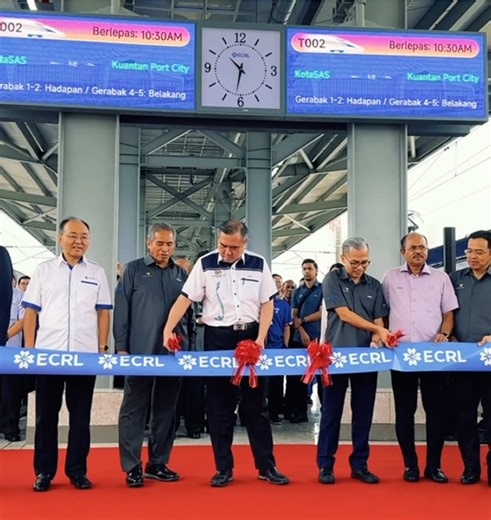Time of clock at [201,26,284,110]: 10:32
